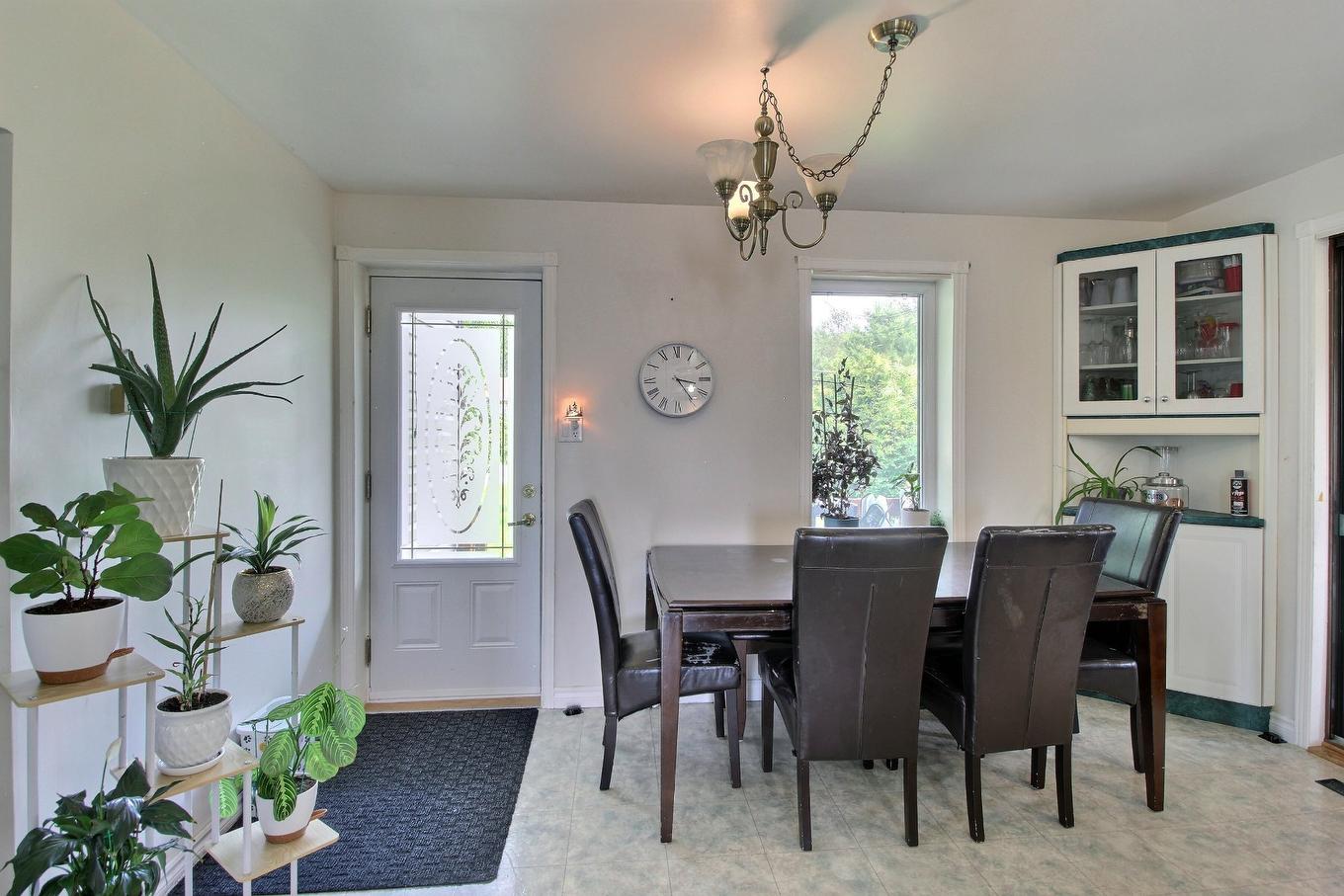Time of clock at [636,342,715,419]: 3:24
